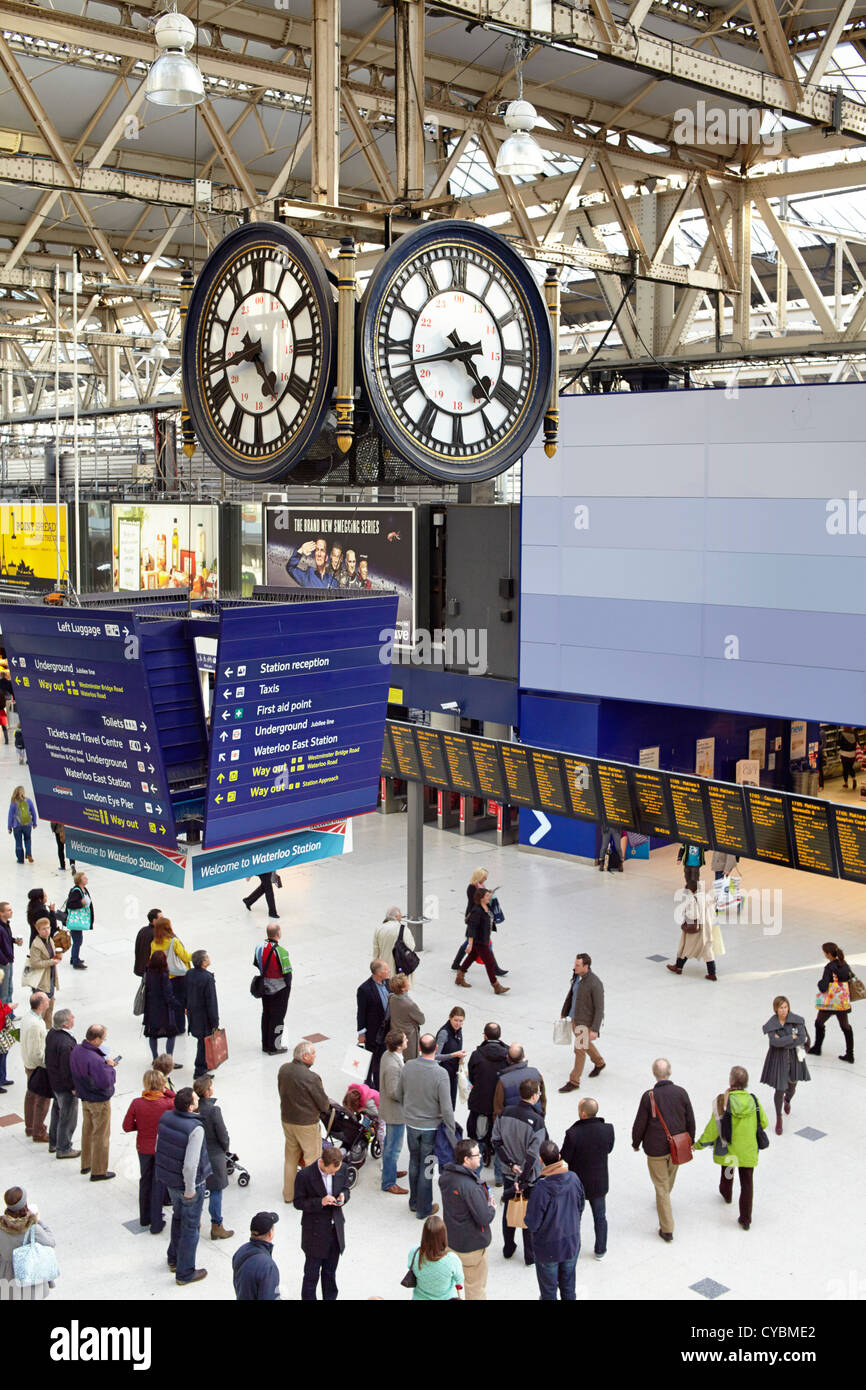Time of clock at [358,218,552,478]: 4:42
